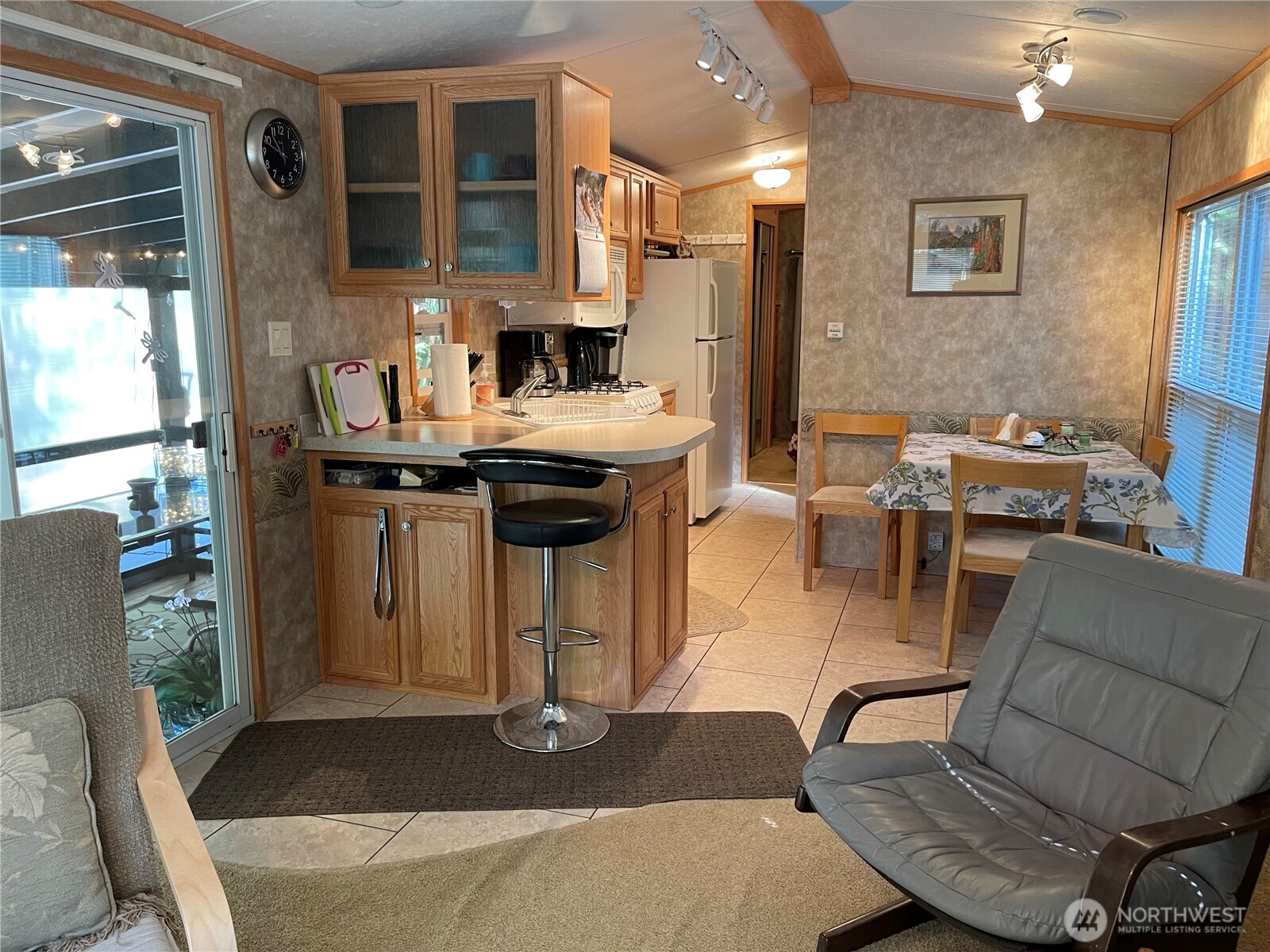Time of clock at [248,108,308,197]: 10:47
